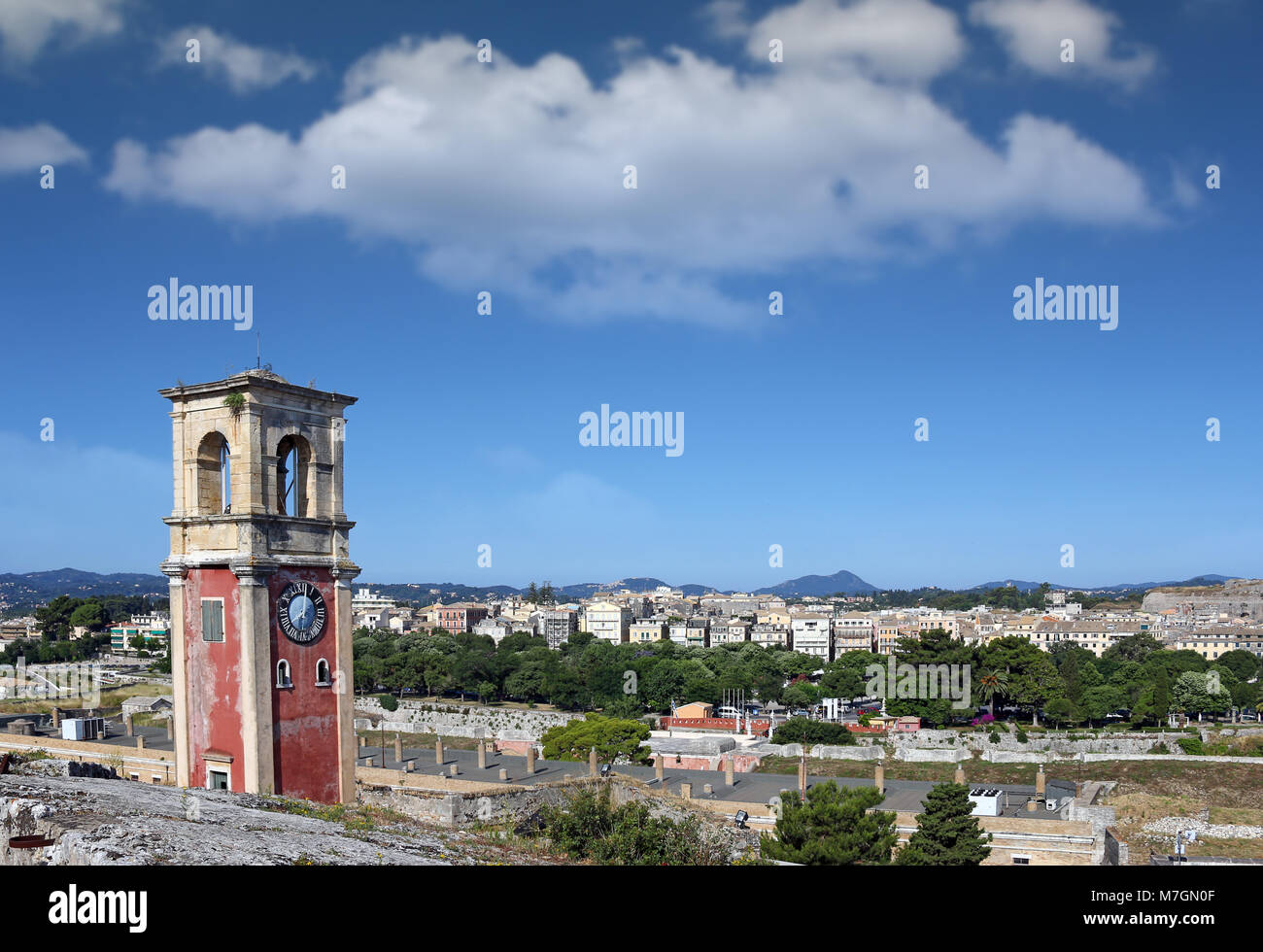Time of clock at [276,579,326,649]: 8:01
